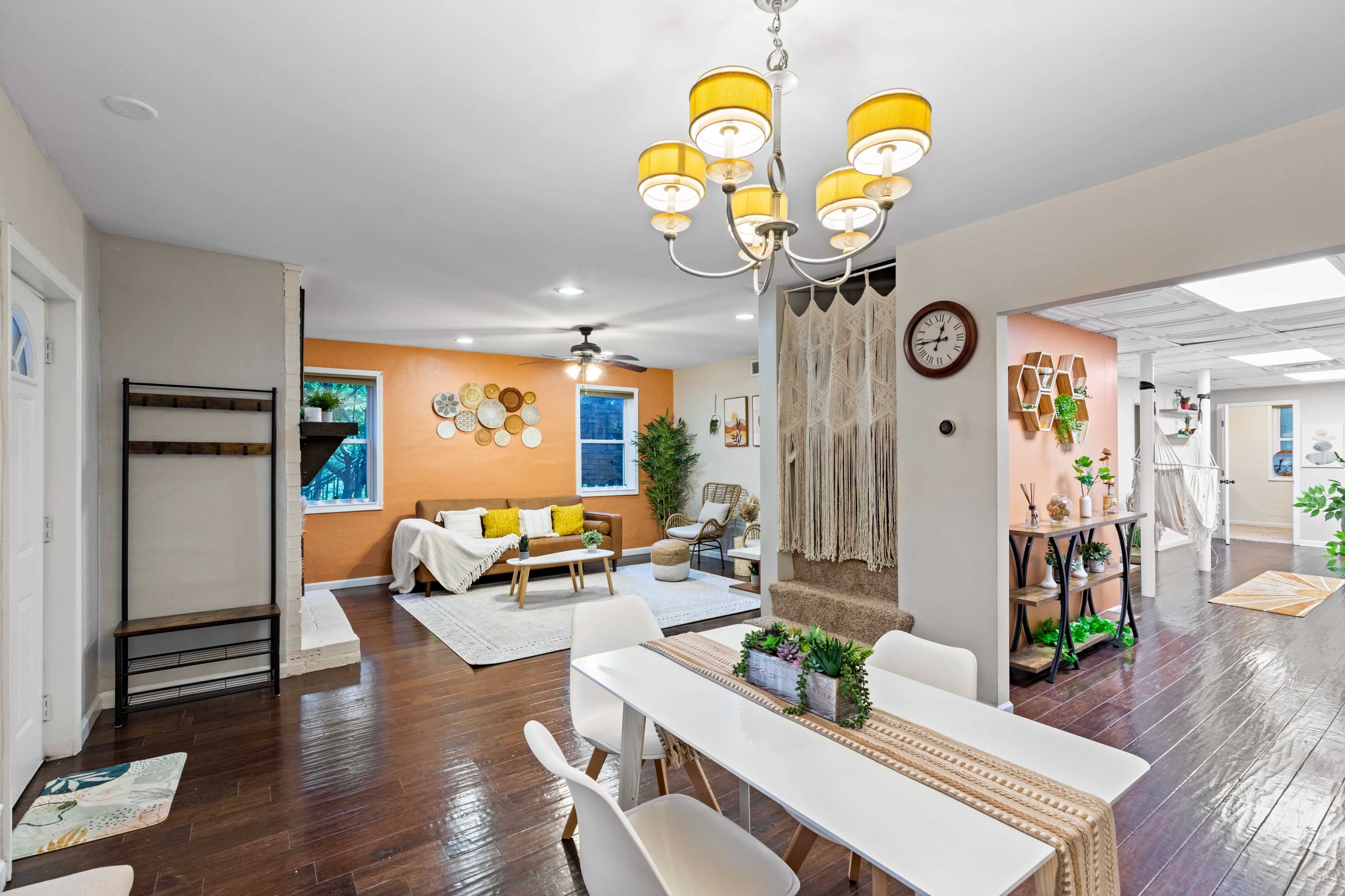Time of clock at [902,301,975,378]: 12:44
